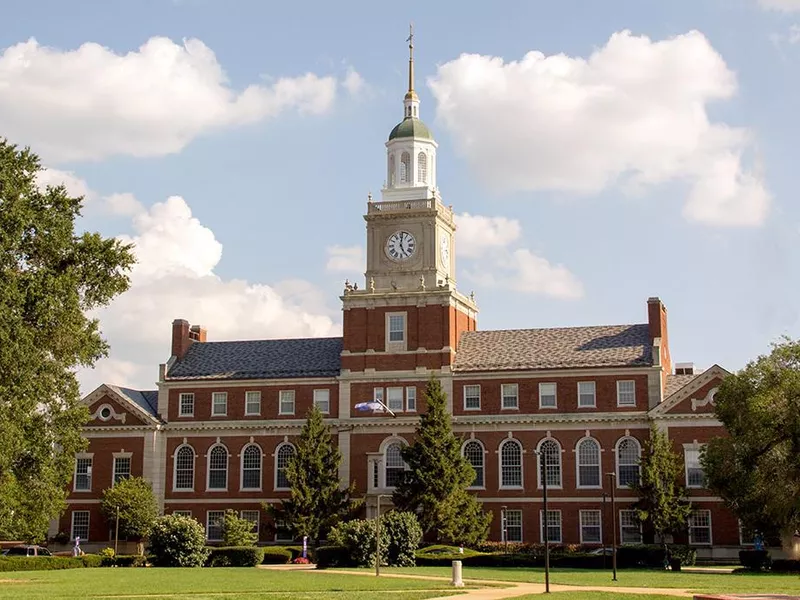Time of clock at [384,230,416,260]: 5:00
